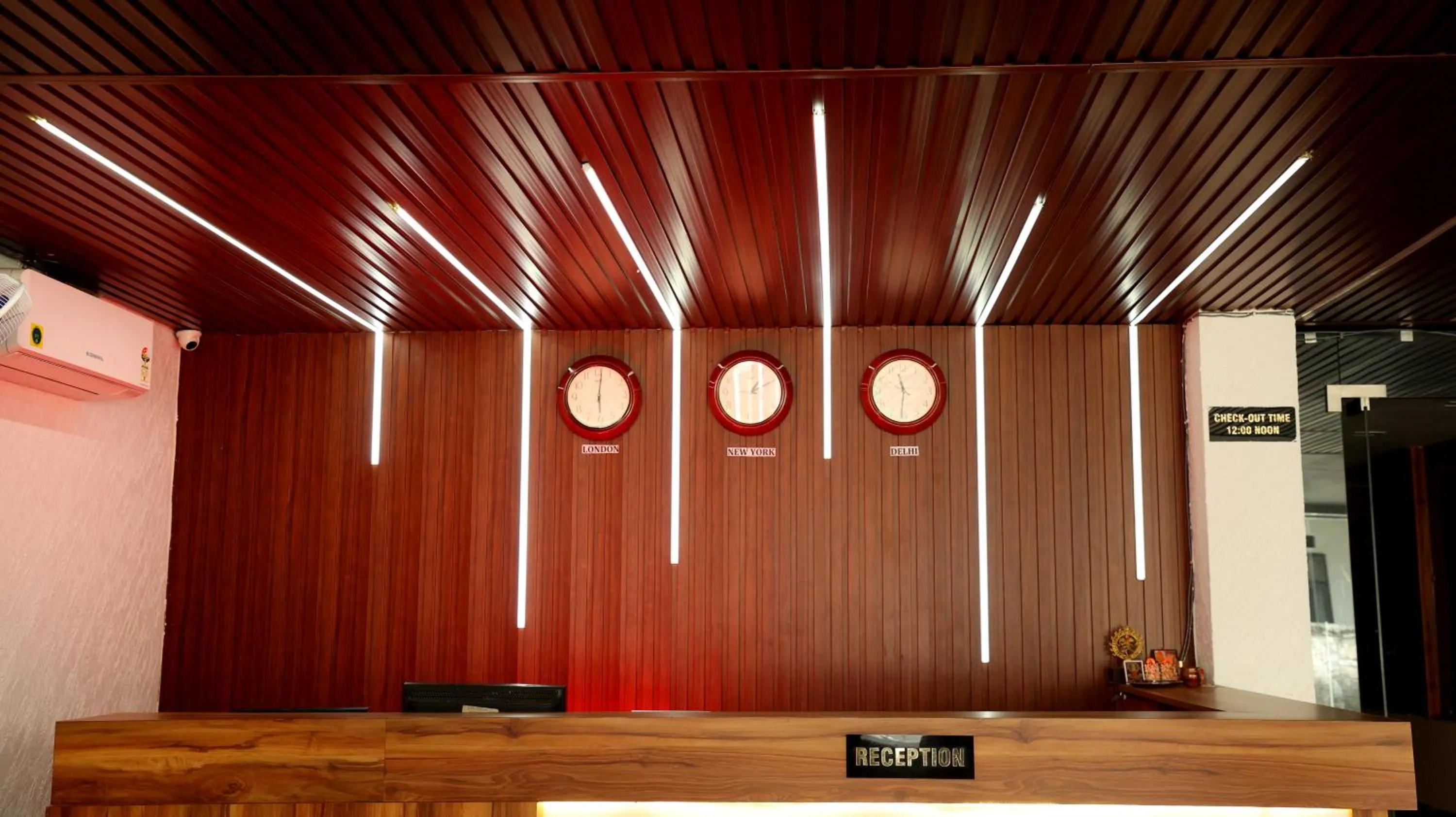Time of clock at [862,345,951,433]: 11:31
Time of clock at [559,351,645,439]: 6:01
